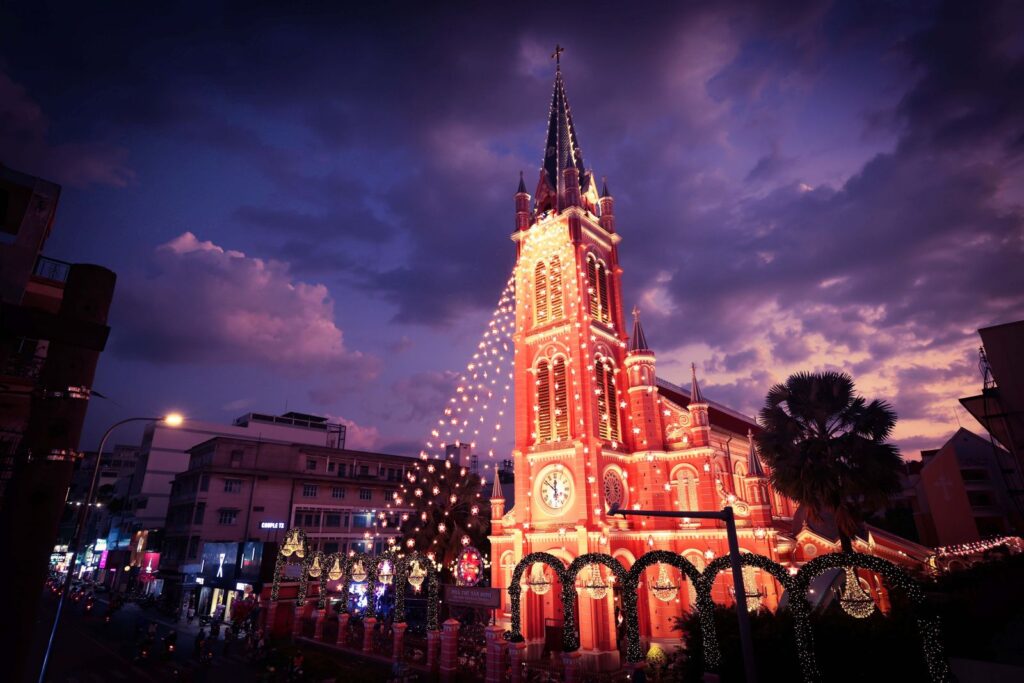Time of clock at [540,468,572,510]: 11:51
